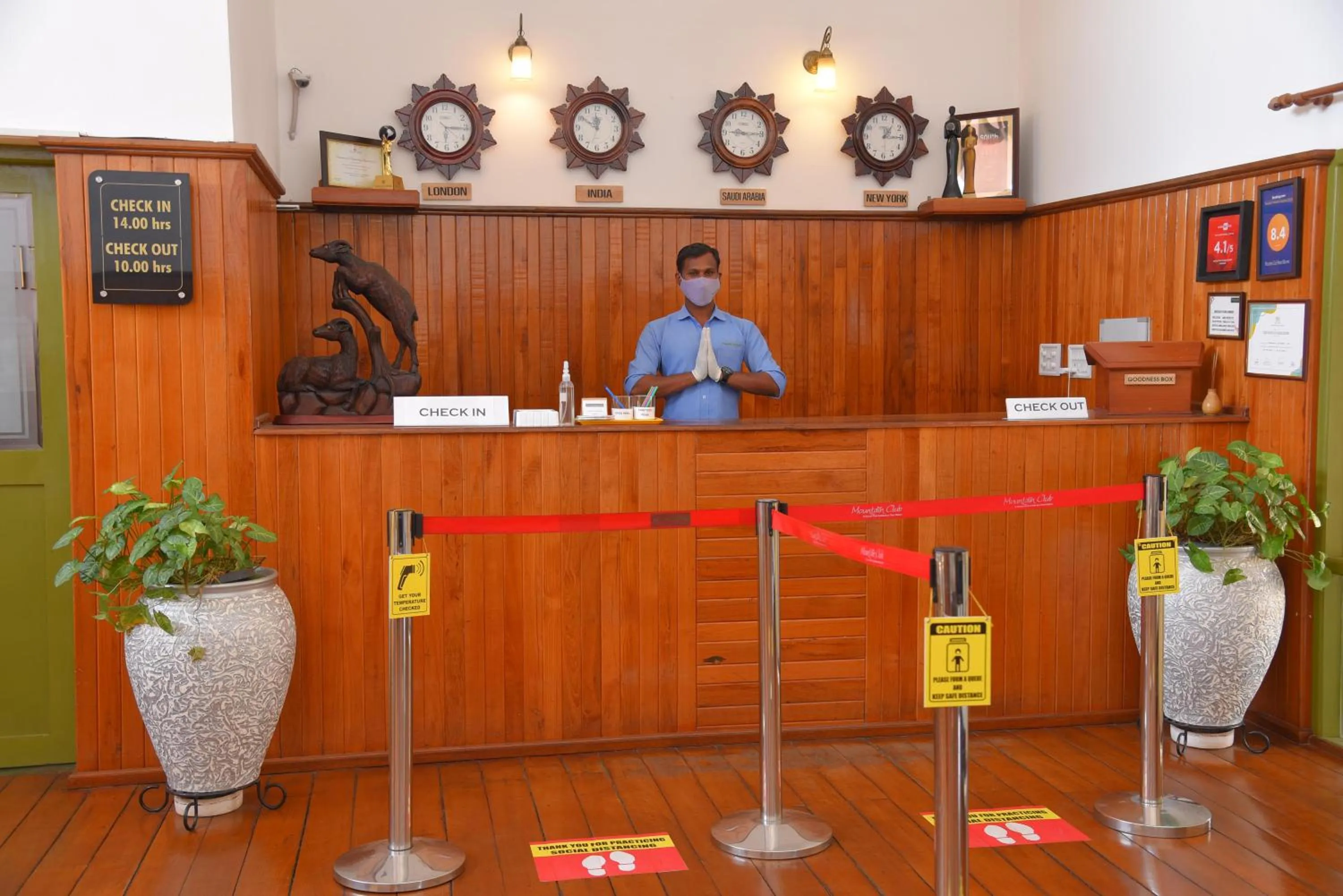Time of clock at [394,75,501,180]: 6:15
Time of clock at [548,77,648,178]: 11:50
